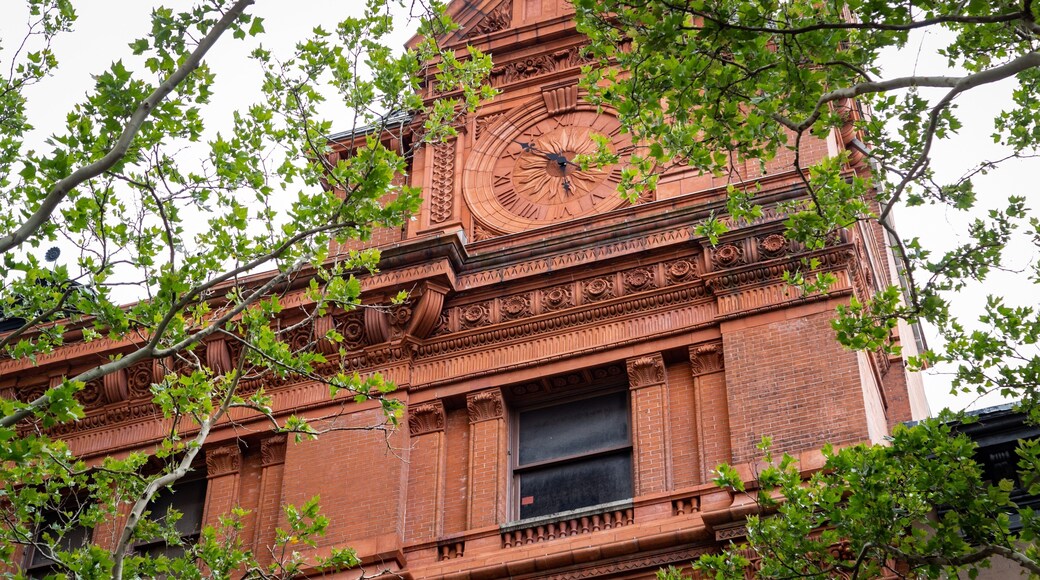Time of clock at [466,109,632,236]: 5:51
